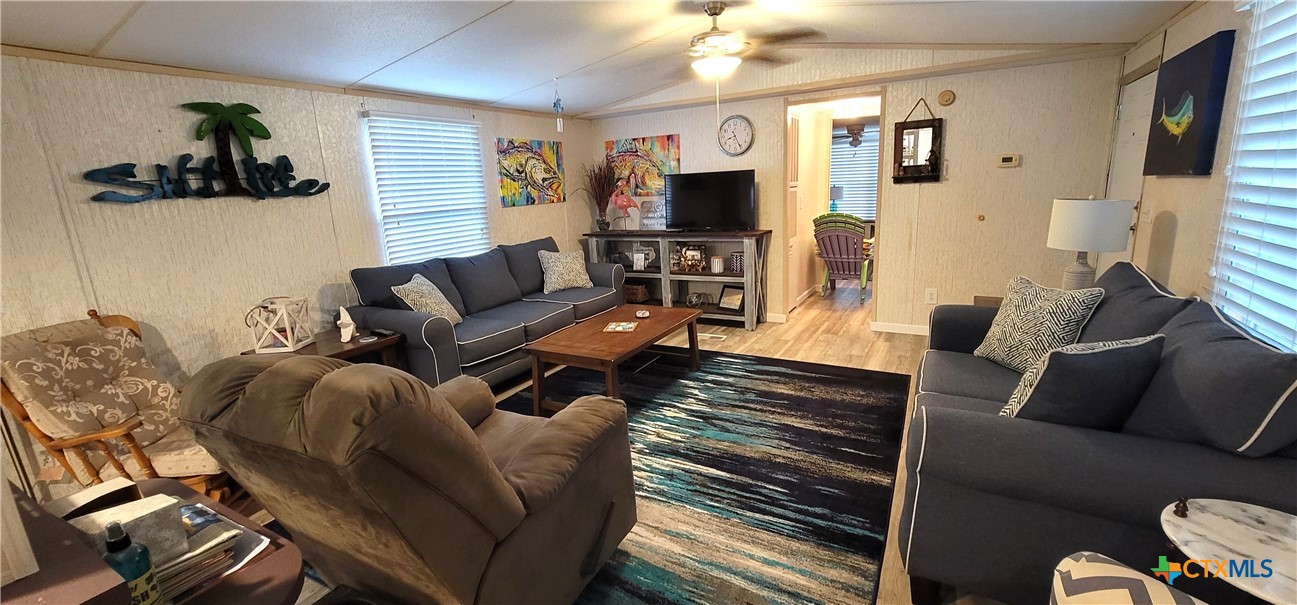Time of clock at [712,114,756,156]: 8:25
